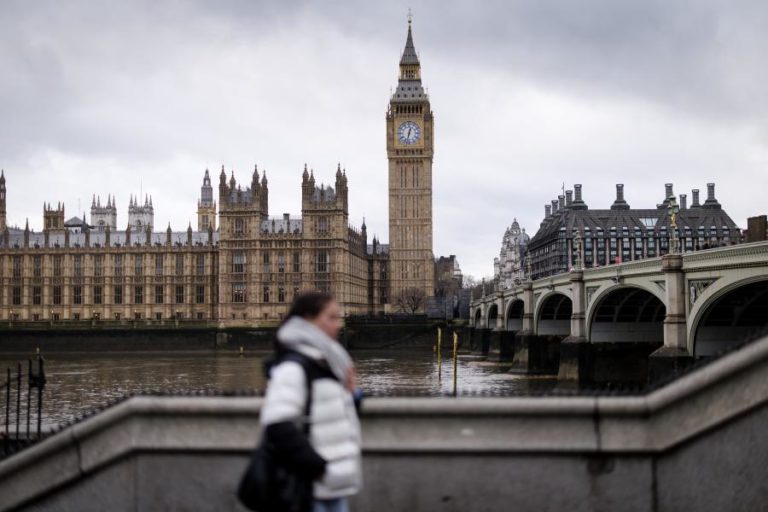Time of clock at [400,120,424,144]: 12:32
